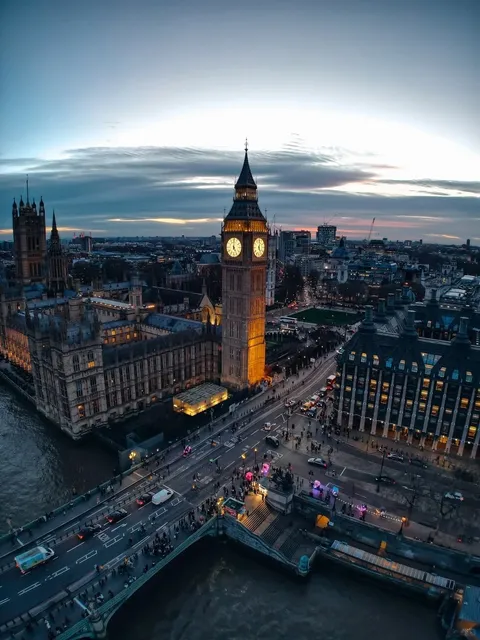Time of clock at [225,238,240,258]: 5:00
